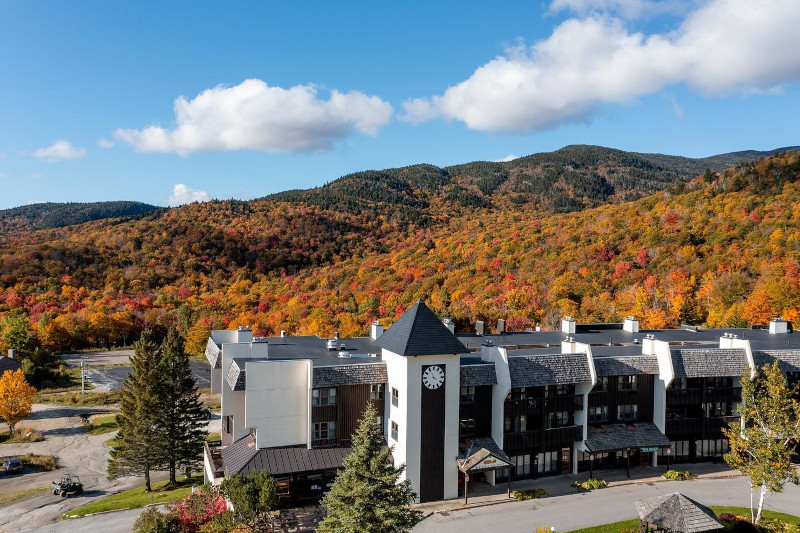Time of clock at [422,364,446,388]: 3:55
